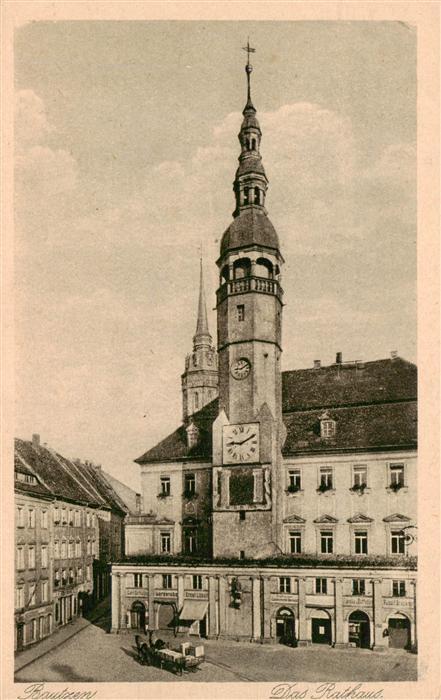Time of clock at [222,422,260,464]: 9:10
